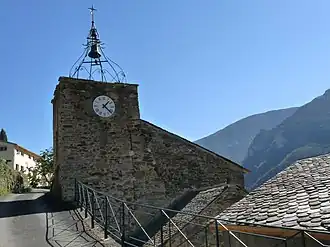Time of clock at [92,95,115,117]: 1:22
